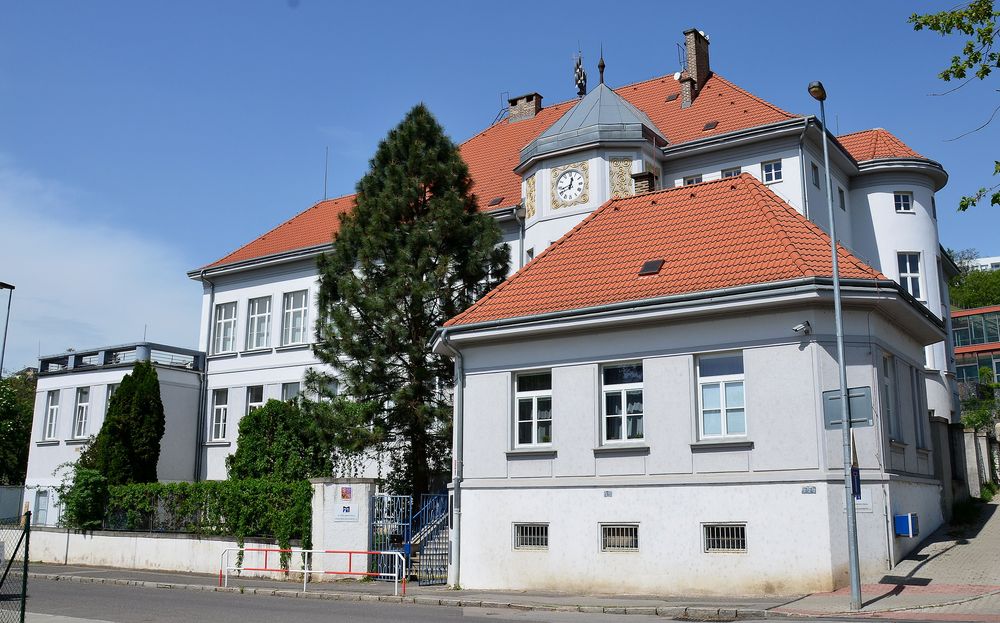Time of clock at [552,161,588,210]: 12:42
